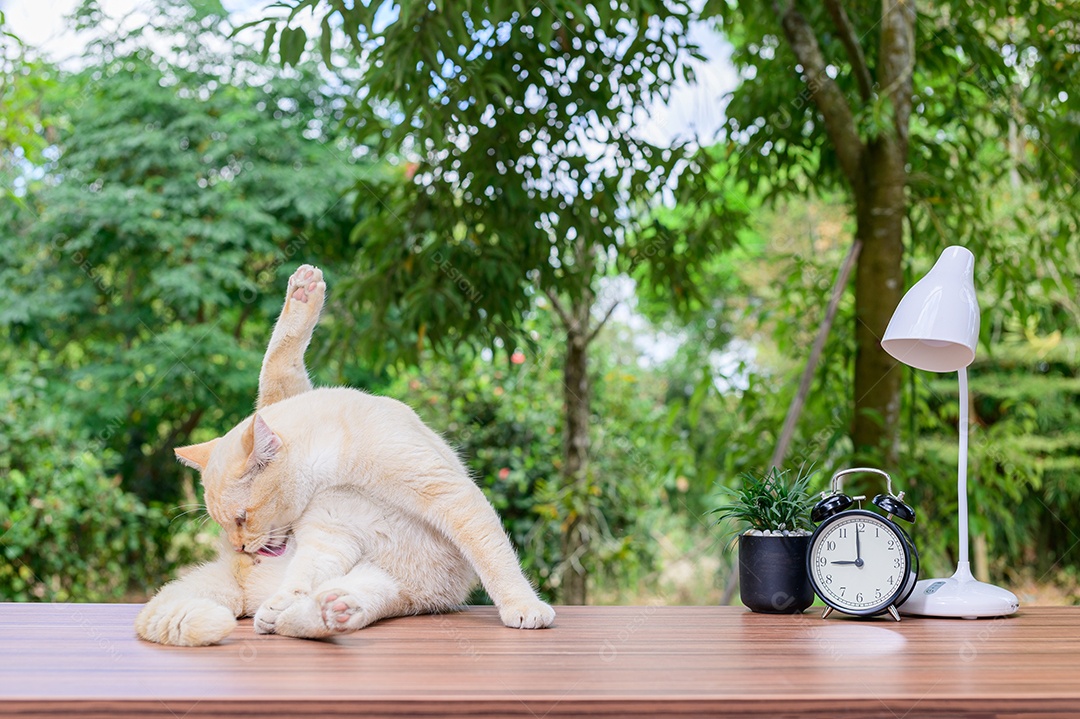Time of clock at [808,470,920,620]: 8:59
